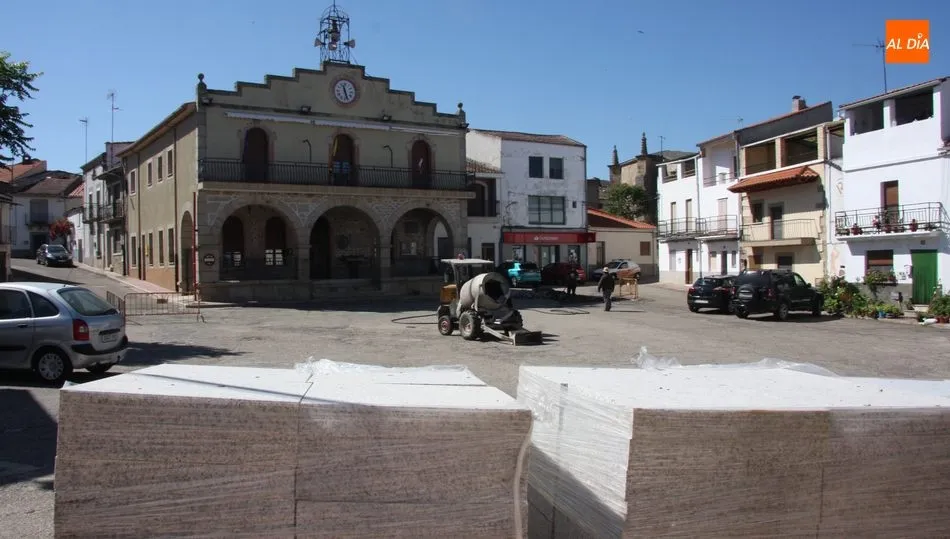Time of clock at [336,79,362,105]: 11:26
